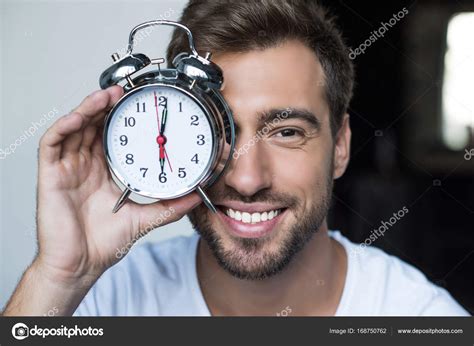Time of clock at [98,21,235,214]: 6:01
